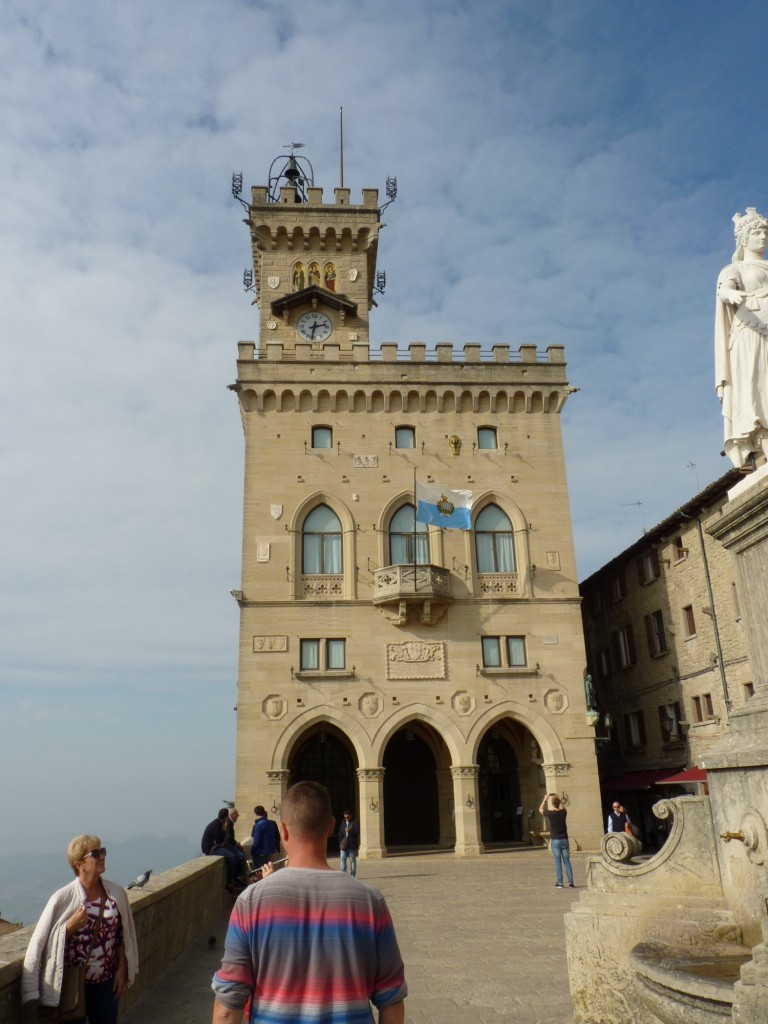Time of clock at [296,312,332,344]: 2:32
